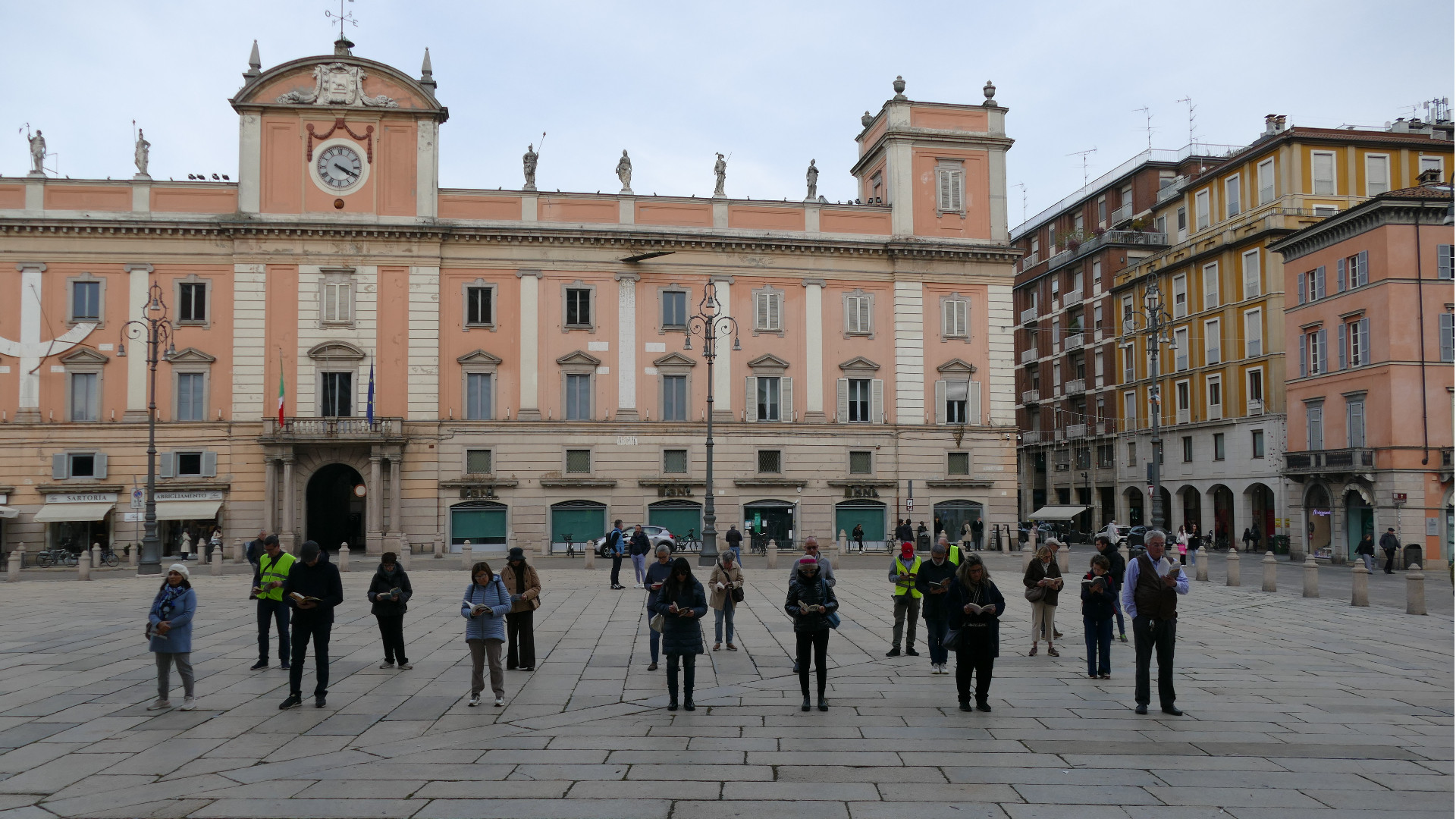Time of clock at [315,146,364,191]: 4:19
